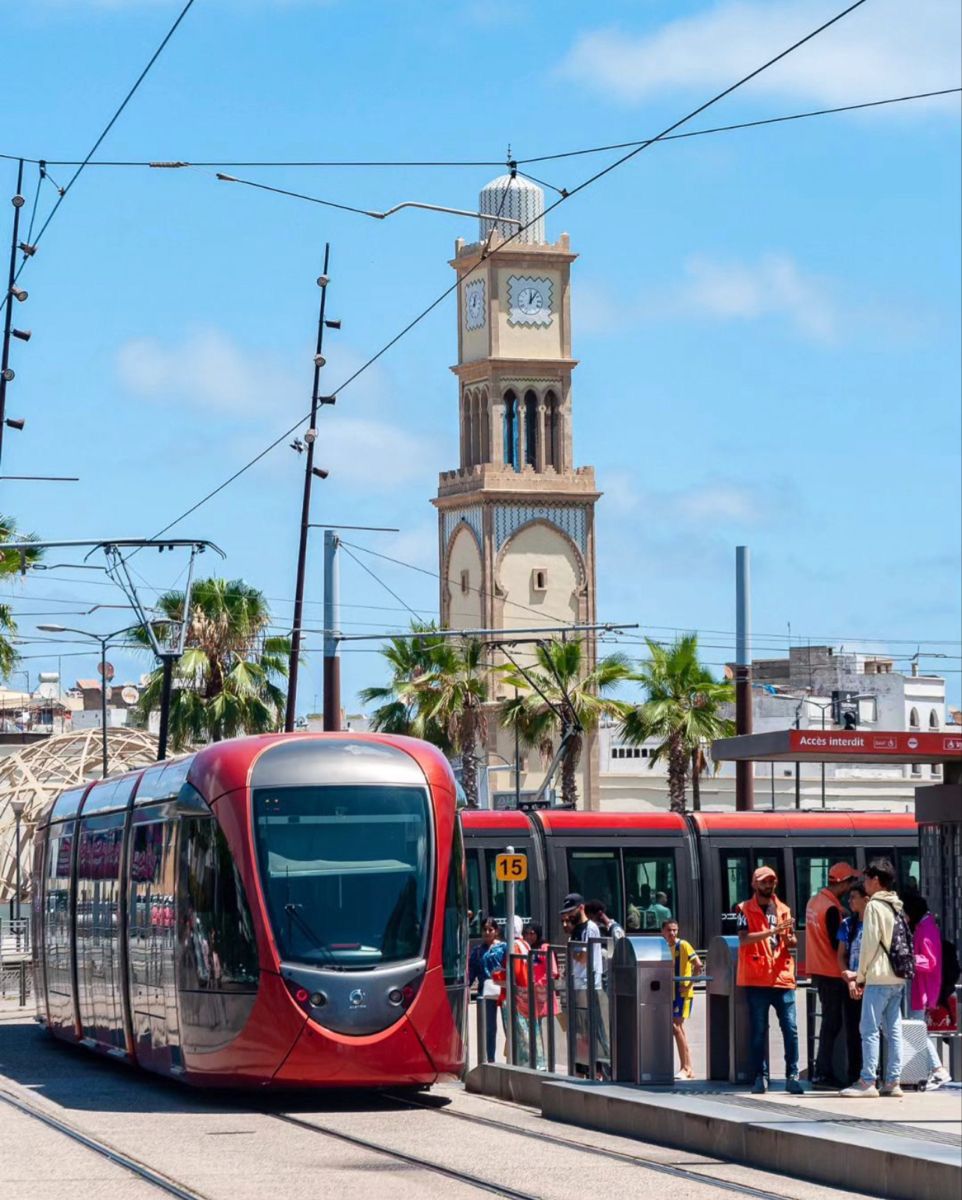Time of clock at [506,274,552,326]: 12:06
